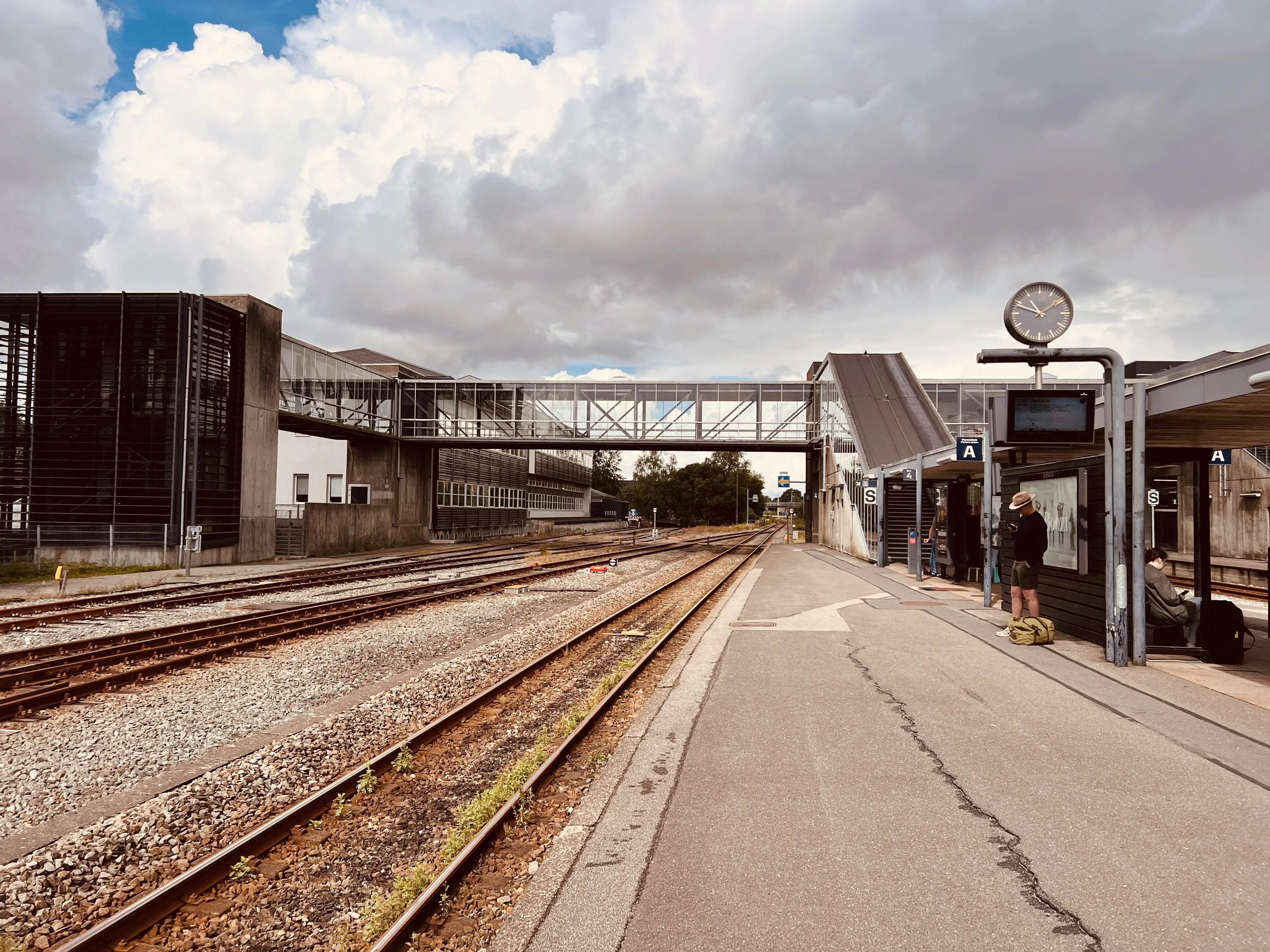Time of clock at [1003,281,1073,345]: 10:48
